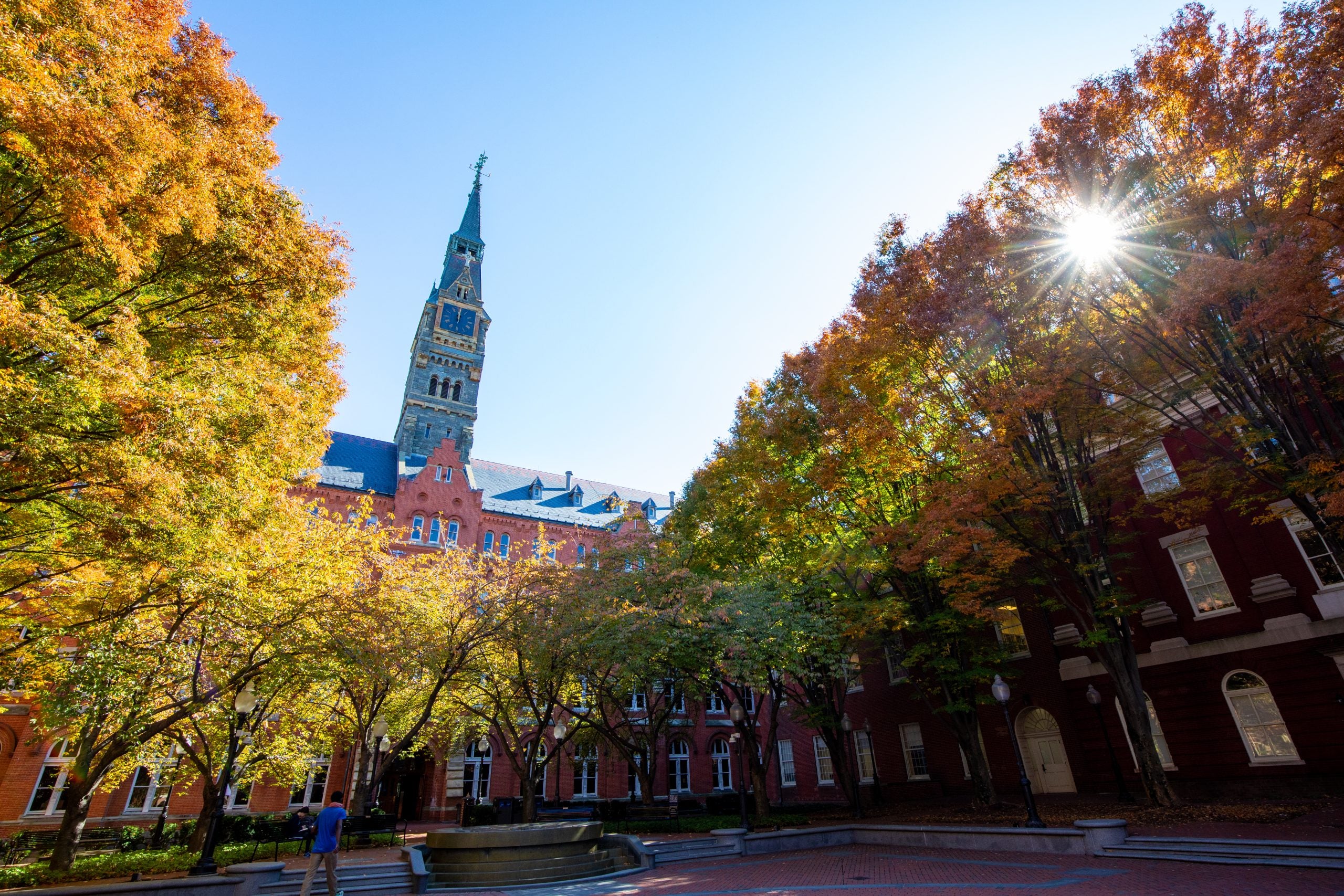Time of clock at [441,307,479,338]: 11:59
